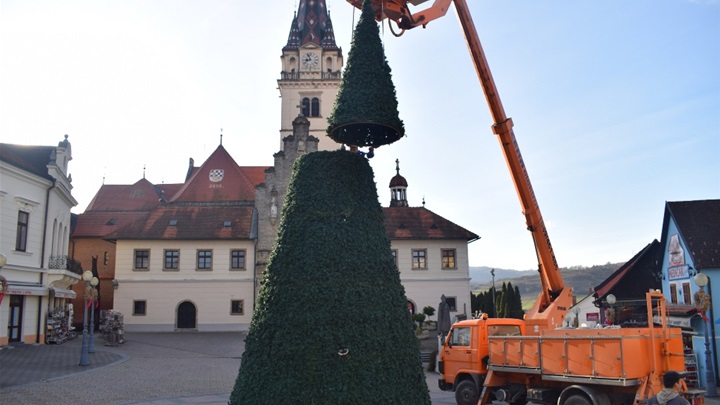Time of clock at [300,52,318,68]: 8:56
